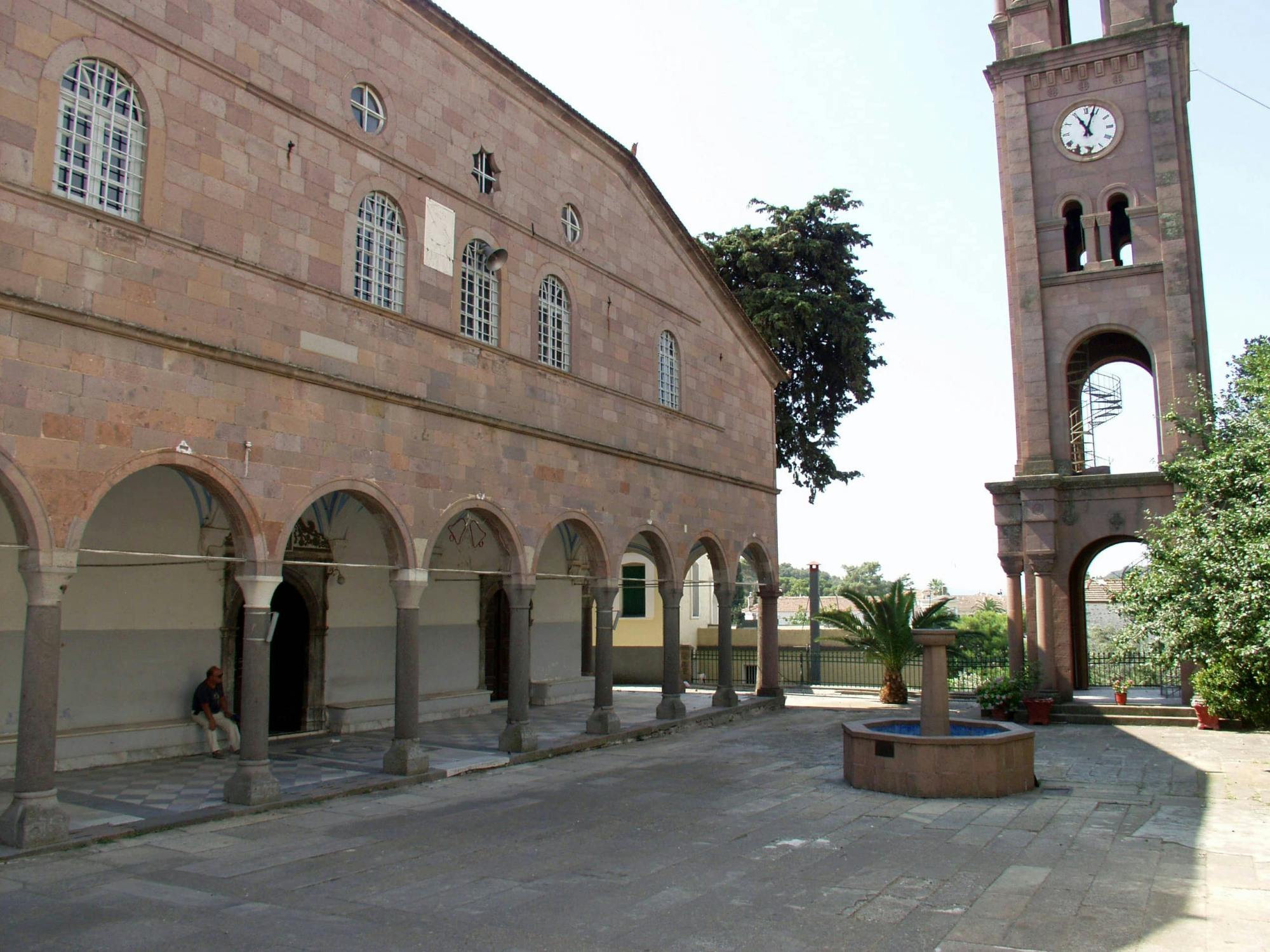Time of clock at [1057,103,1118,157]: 11:03
